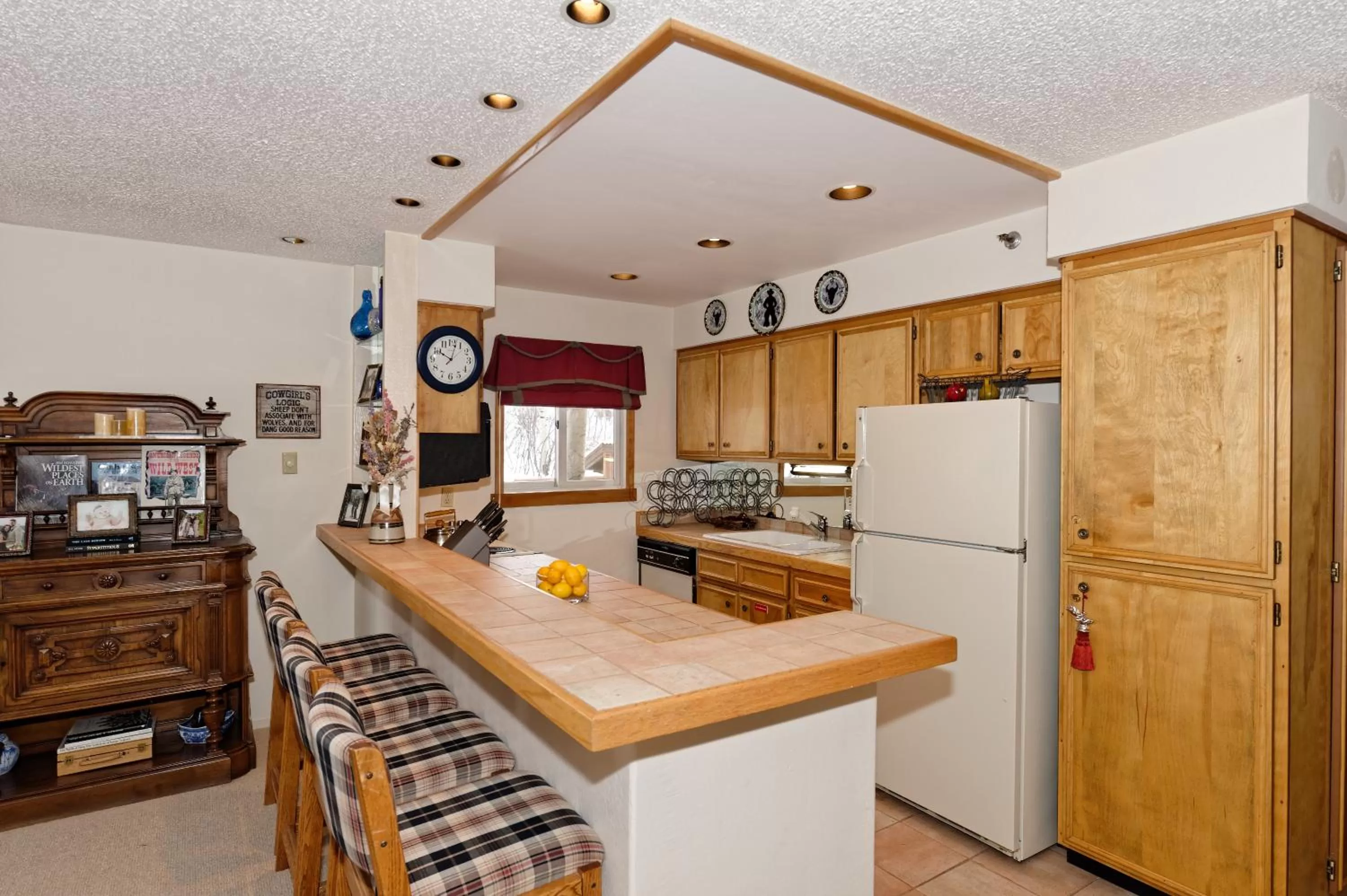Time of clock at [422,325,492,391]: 10:02
